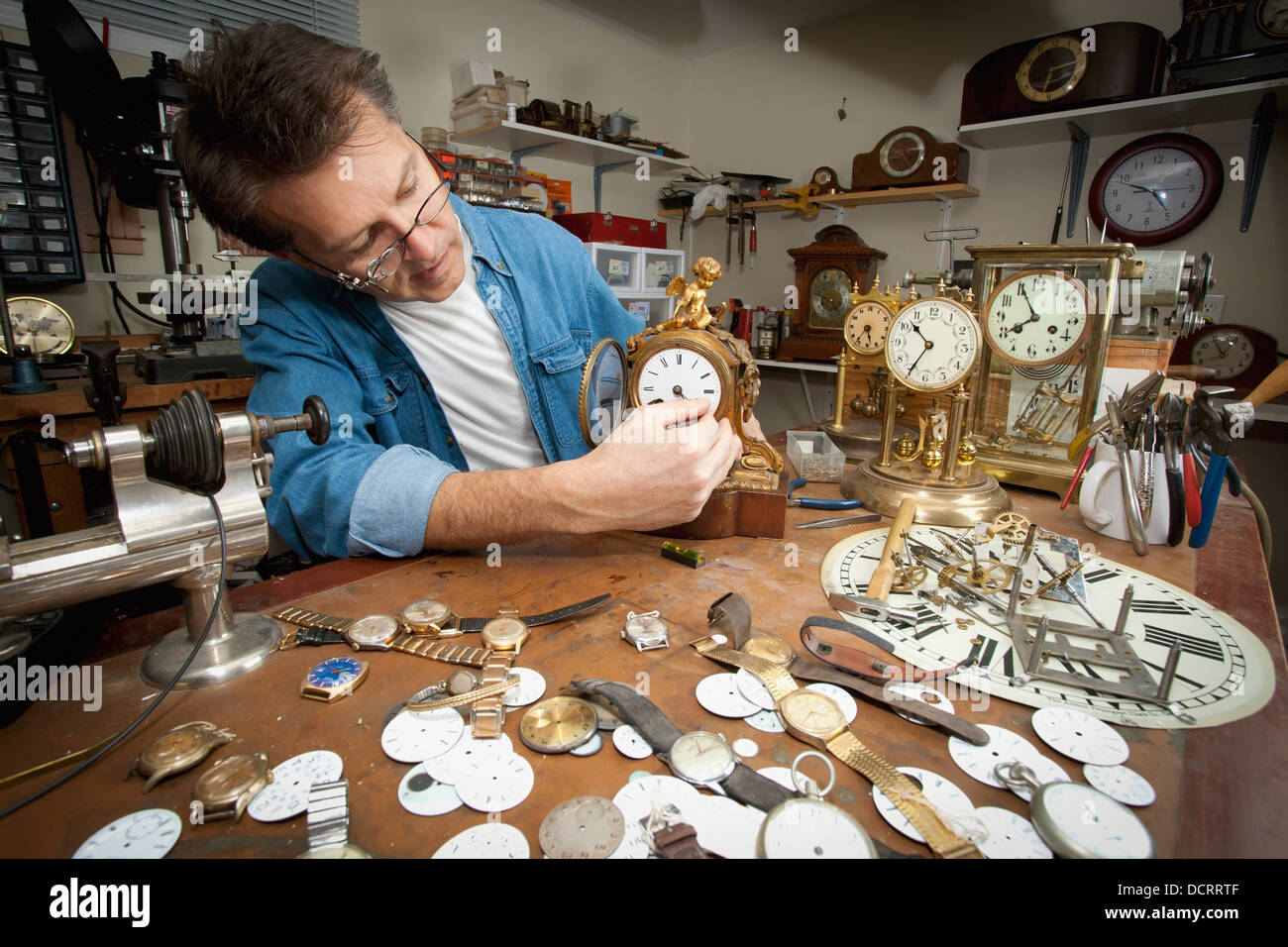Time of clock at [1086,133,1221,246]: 4:48
